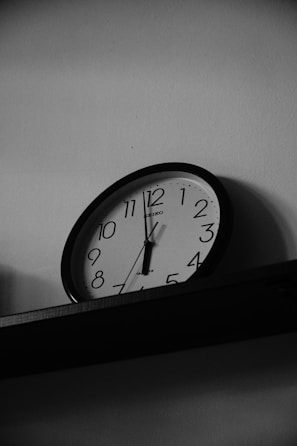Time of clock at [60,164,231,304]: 5:57
